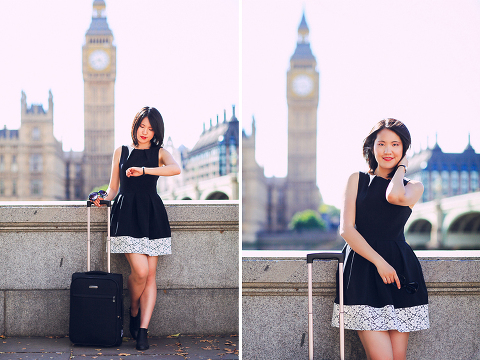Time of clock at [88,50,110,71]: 4:42
